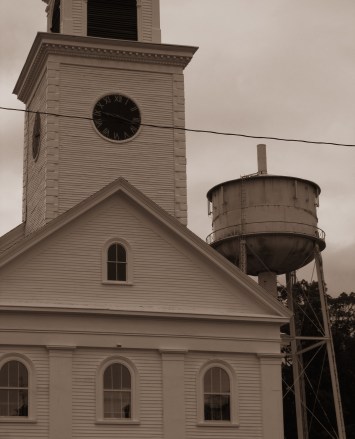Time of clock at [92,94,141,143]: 9:17
